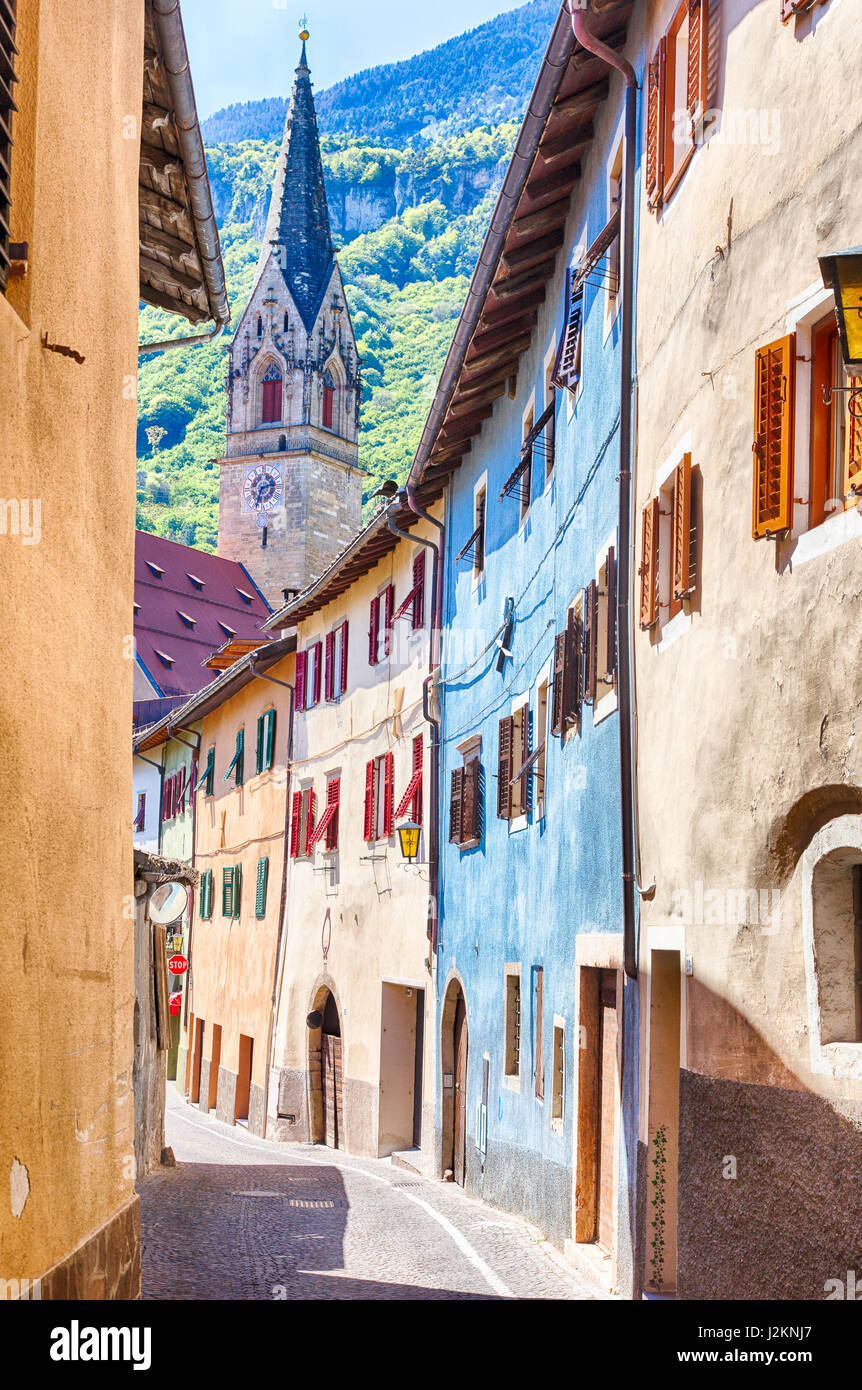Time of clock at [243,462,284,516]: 2:33
